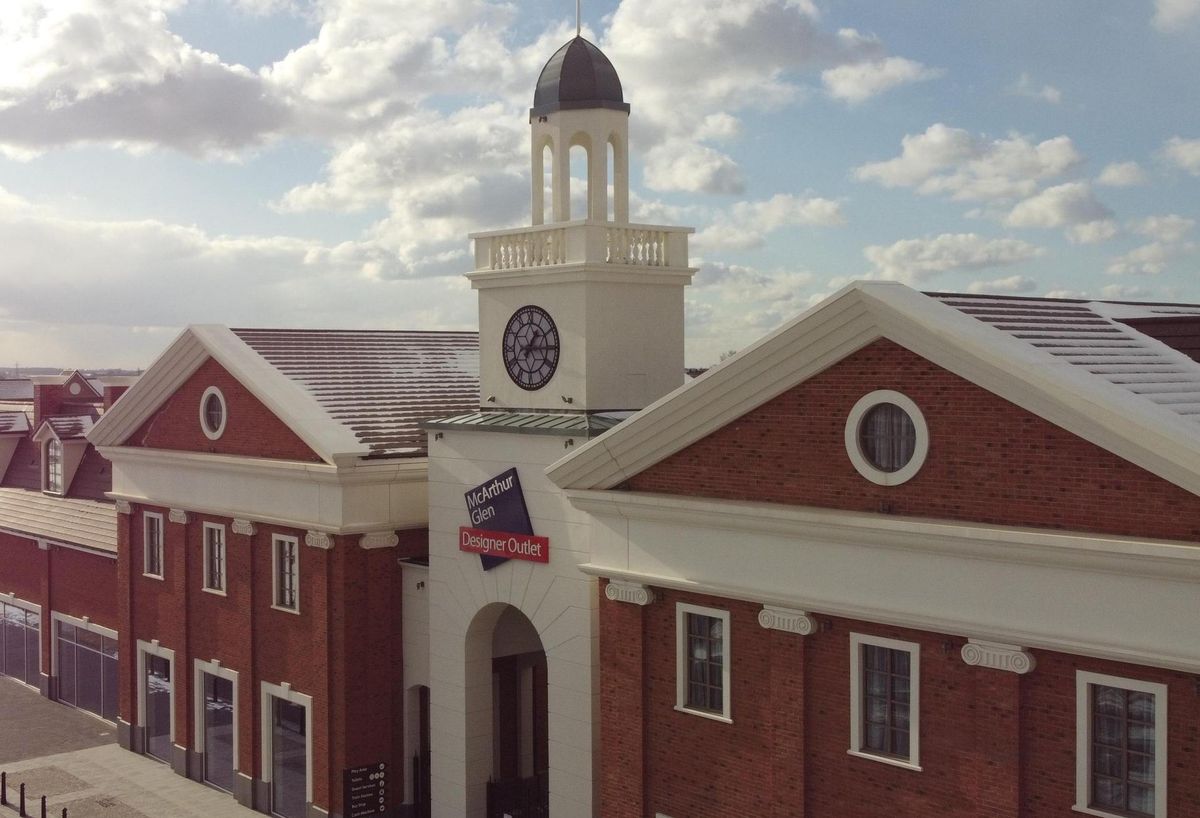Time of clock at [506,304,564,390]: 1:14
